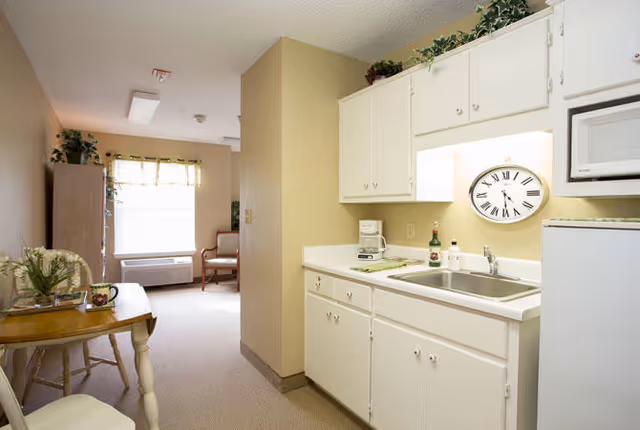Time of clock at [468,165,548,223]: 4:29
